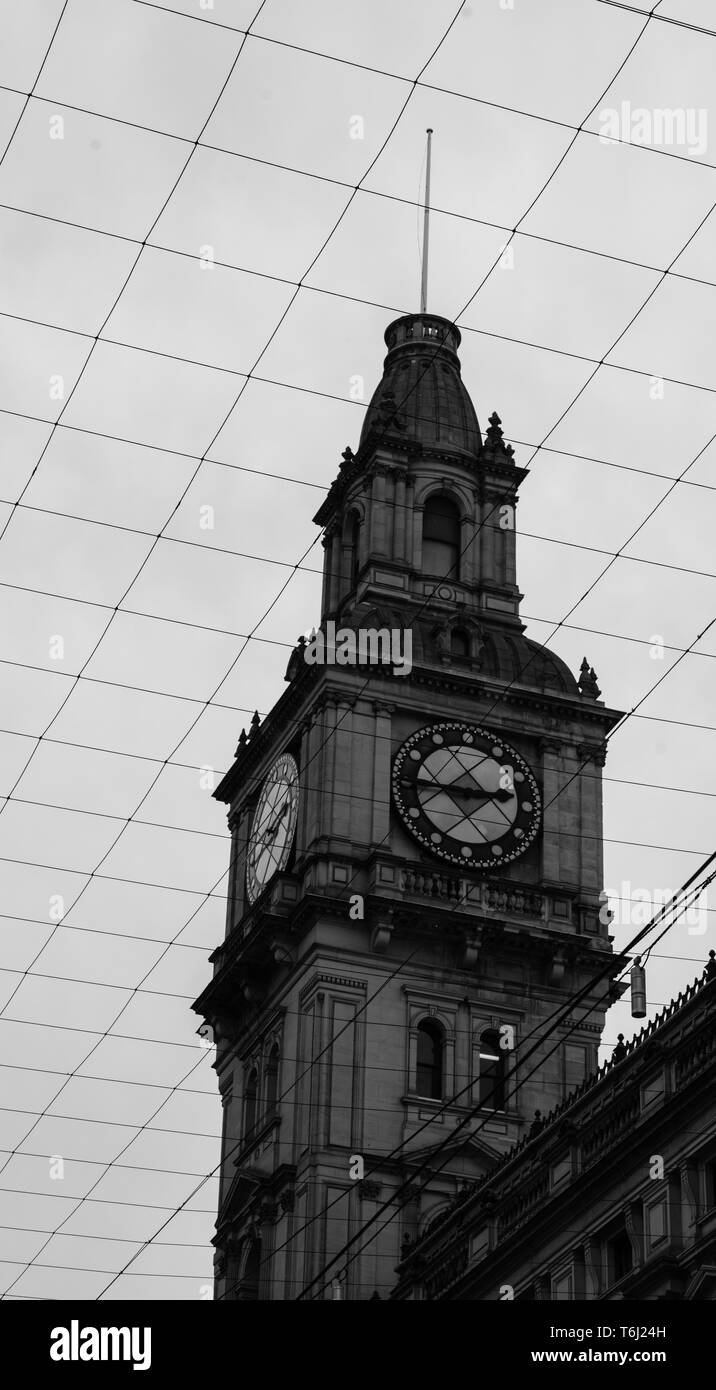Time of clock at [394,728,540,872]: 2:45
